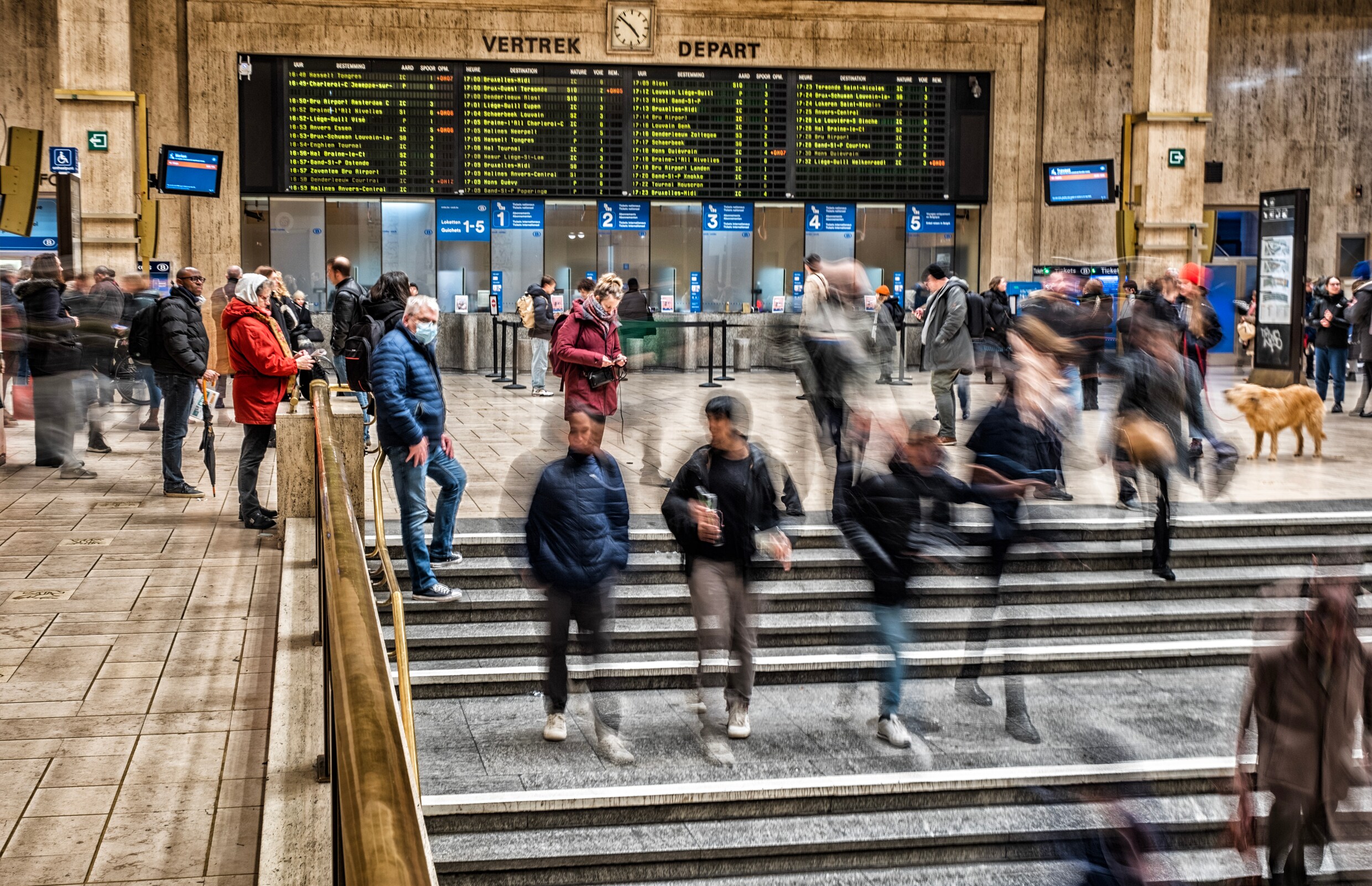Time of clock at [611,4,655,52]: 4:51
